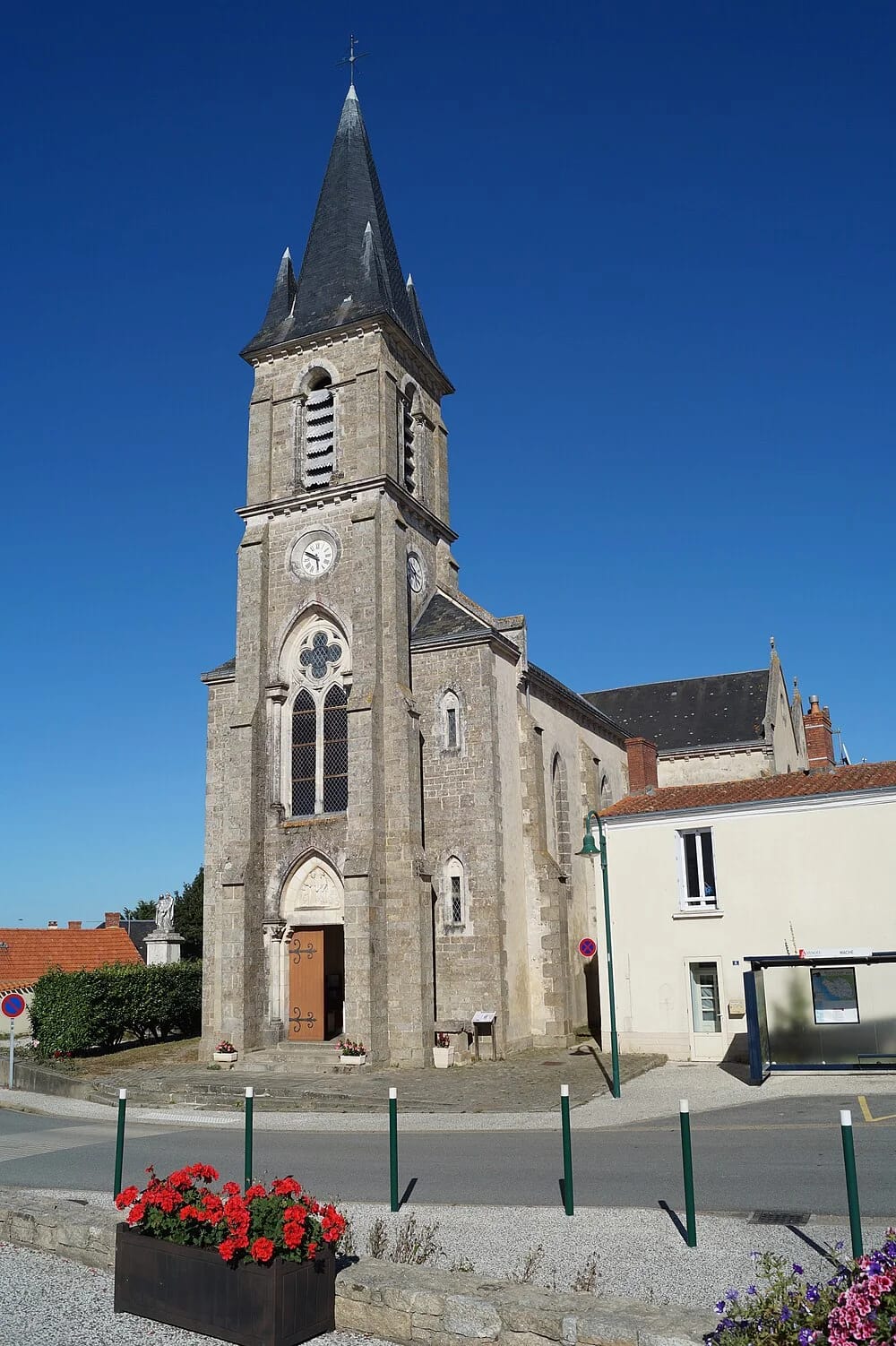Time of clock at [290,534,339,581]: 5:49
